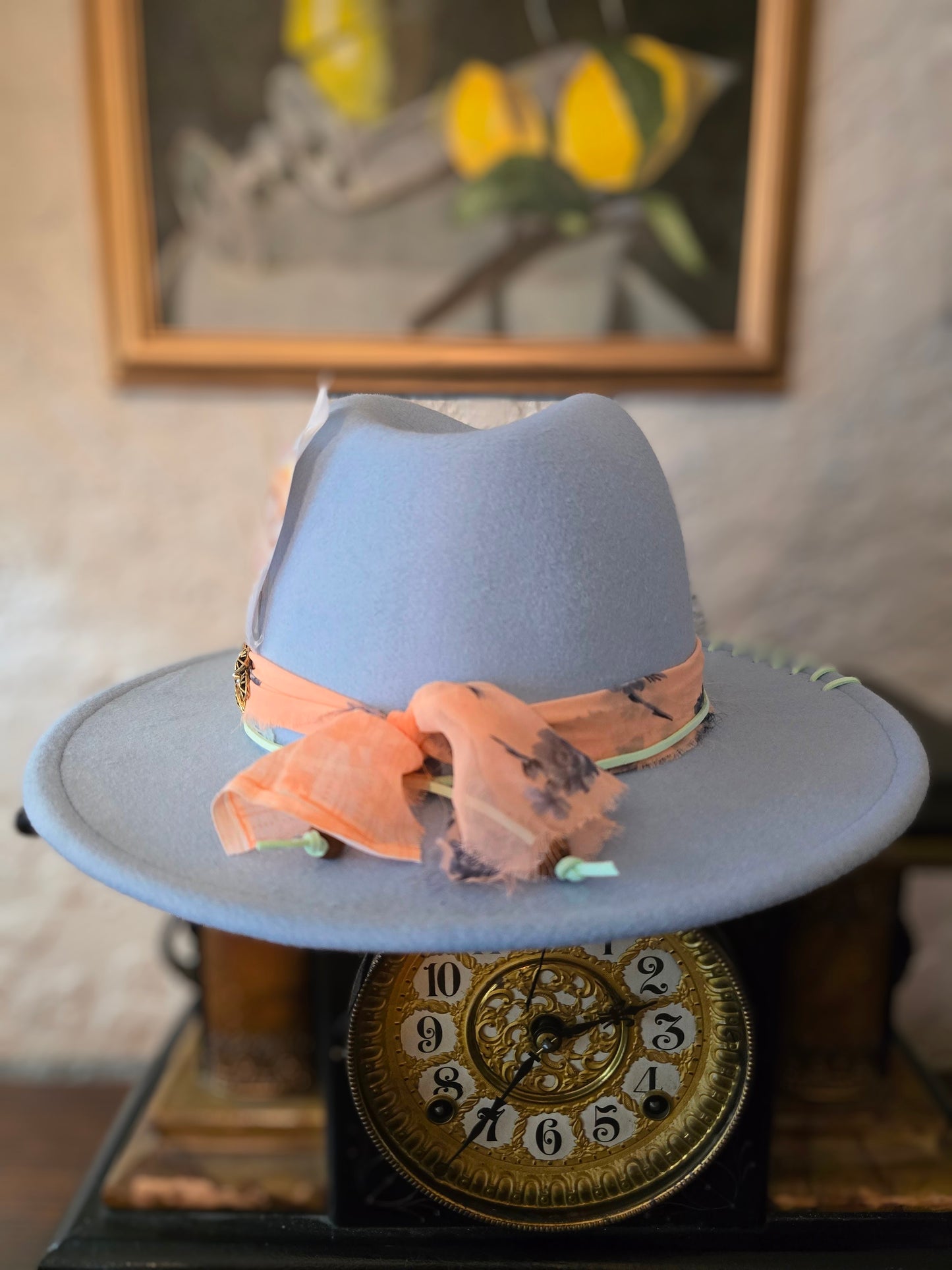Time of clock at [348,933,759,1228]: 2:35
